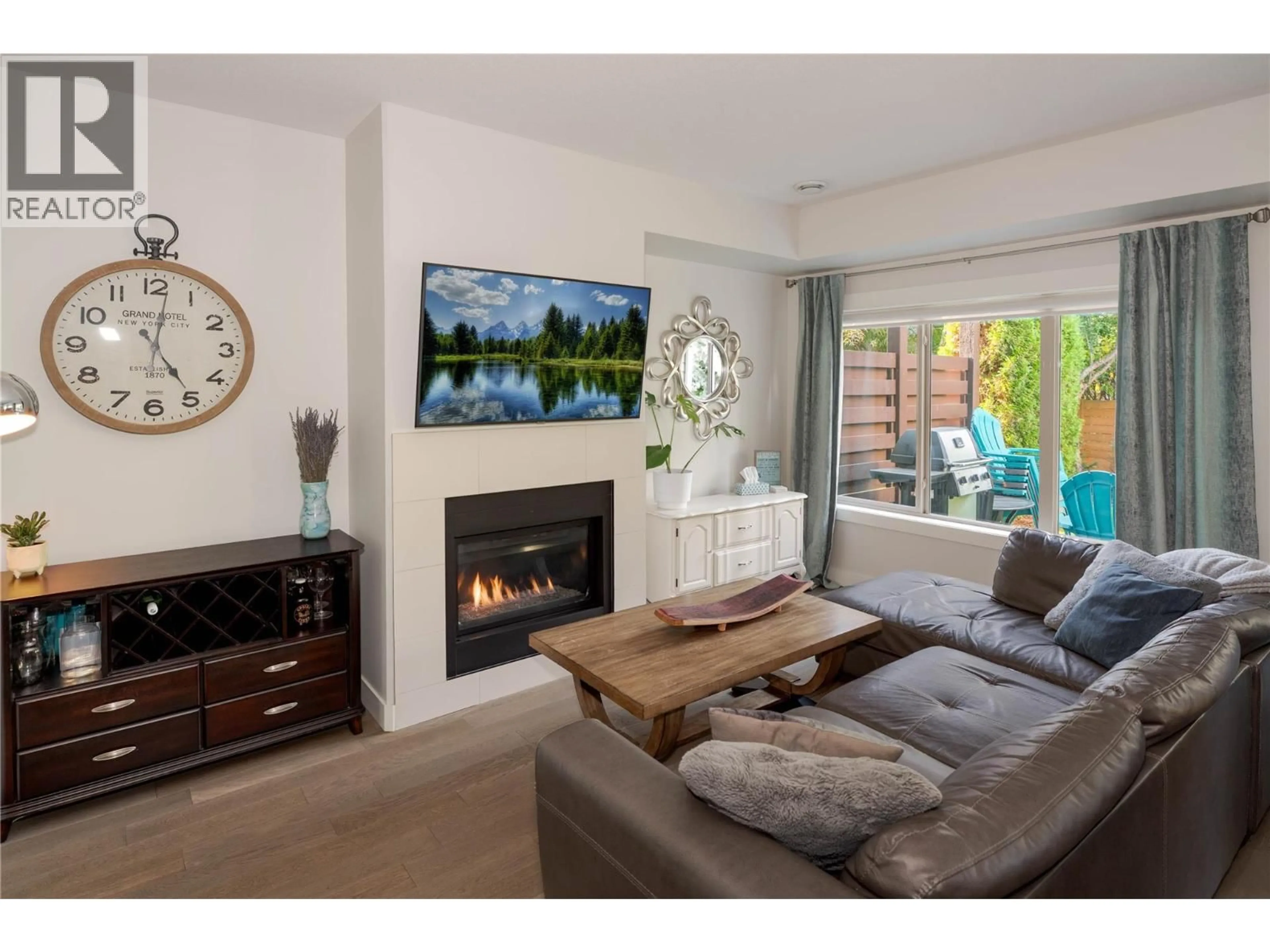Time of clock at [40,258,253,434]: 5:01
